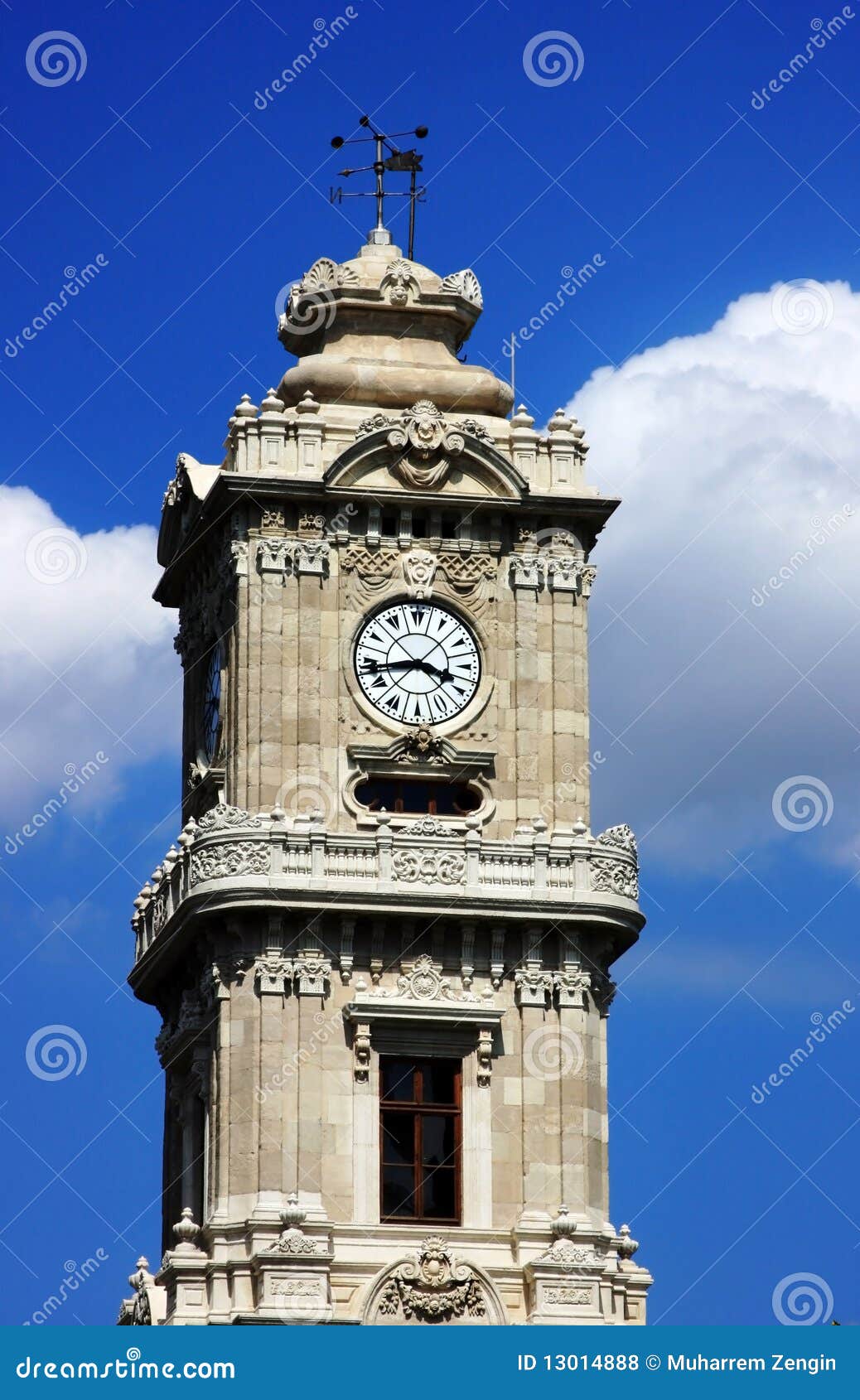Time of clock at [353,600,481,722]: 3:43
